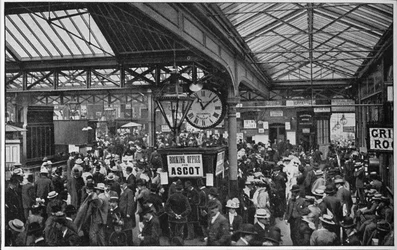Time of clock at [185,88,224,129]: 11:07
